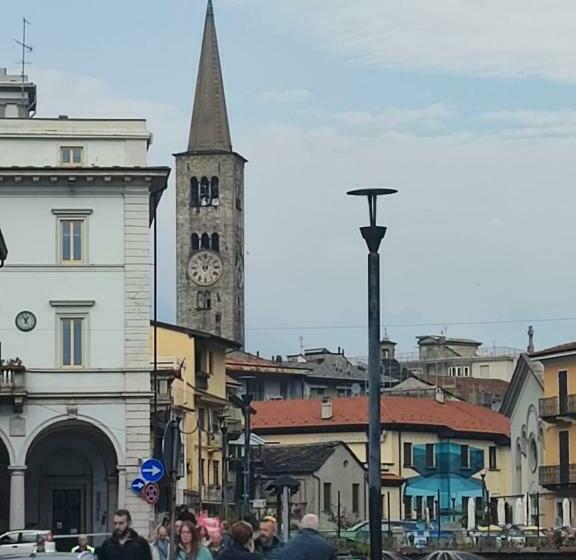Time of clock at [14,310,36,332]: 12:55
